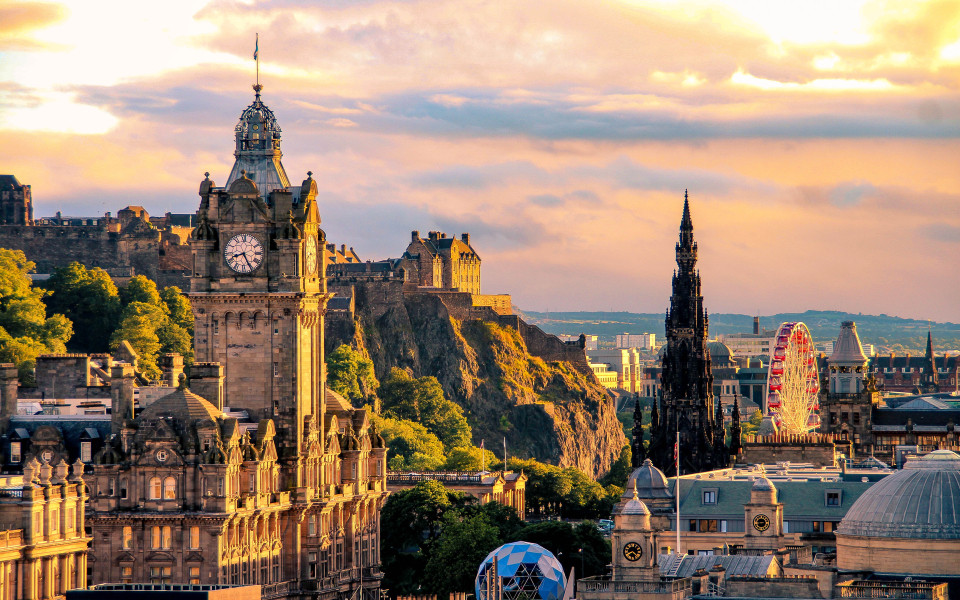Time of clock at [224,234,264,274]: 8:25
